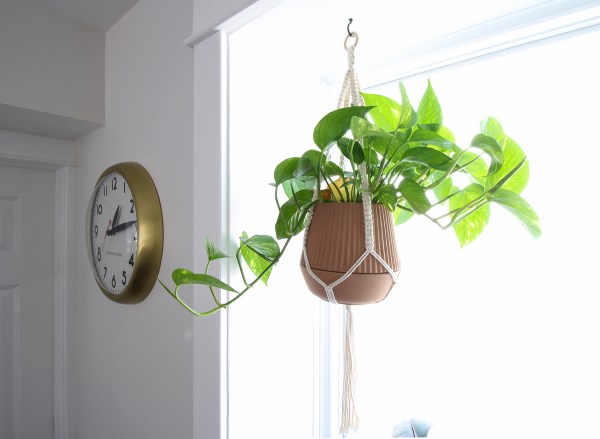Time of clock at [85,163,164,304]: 1:13
